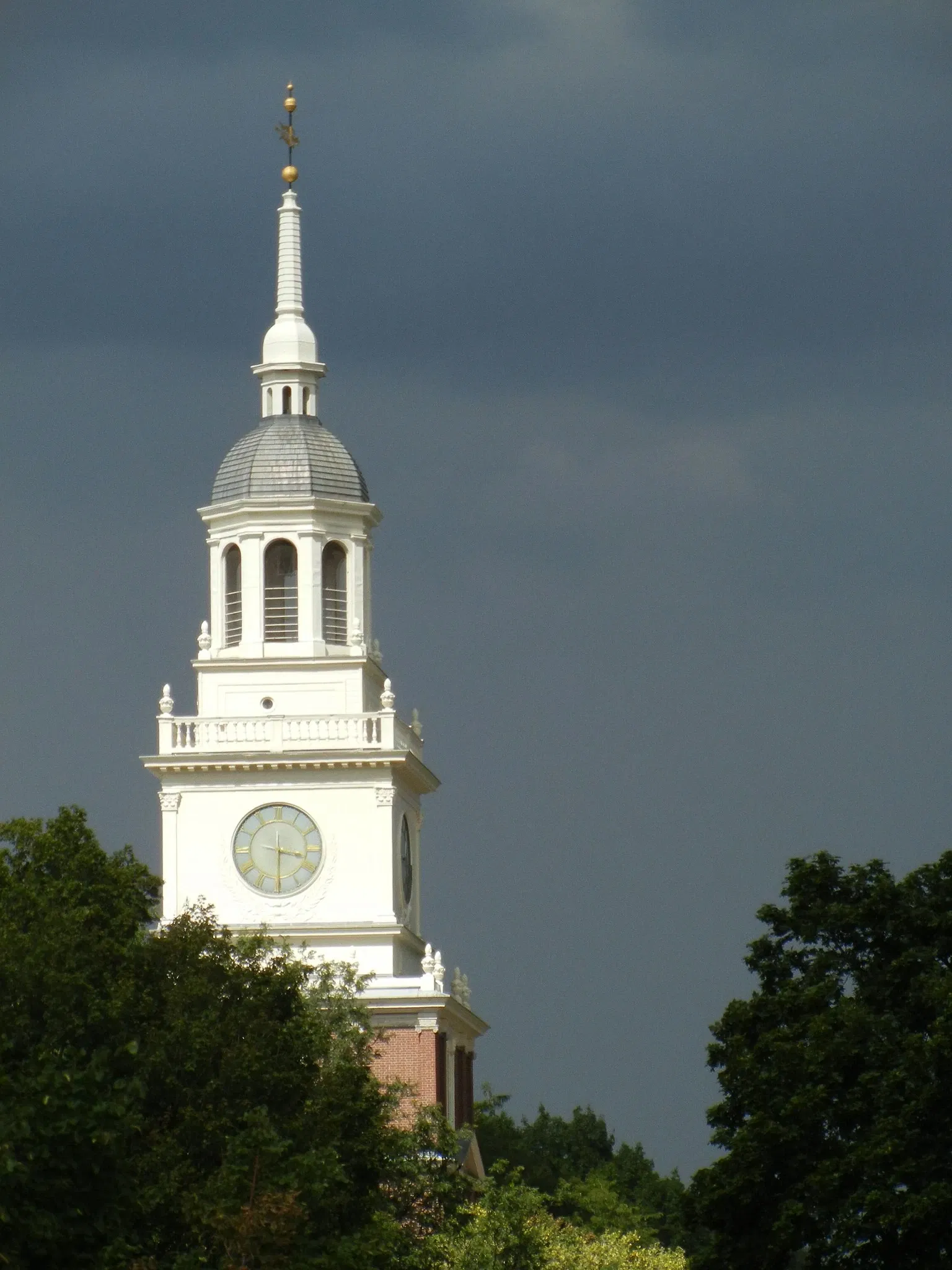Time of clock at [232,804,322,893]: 3:29
